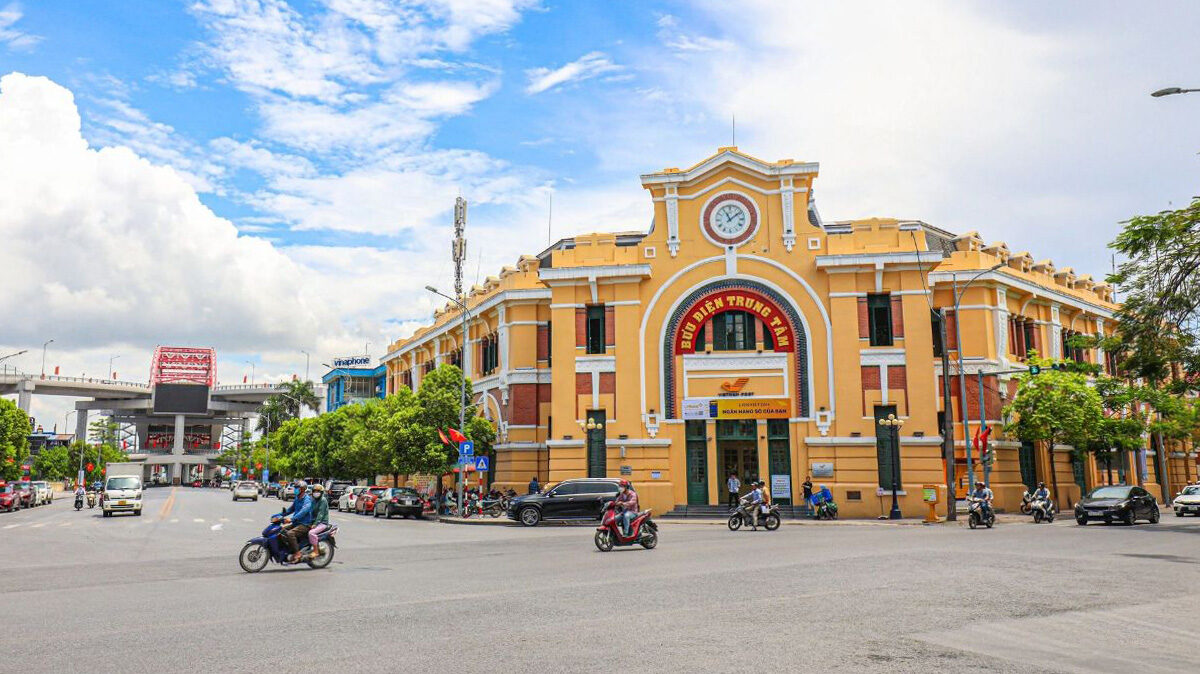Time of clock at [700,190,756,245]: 11:08
